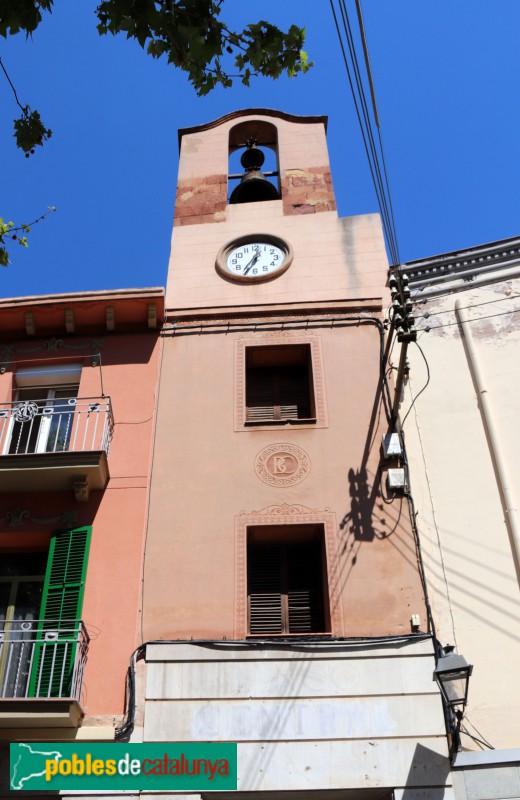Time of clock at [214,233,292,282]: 12:34
